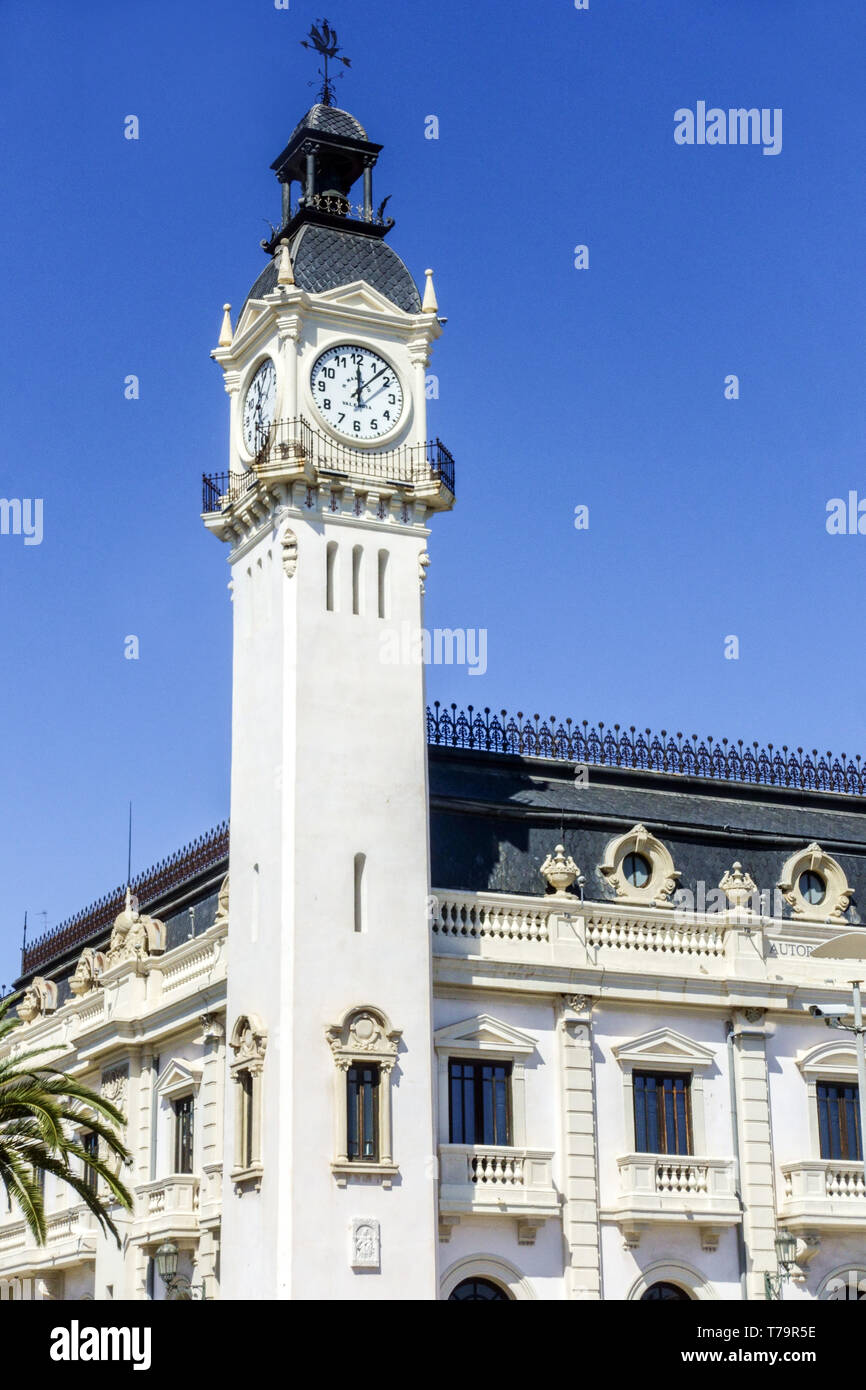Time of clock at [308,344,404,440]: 12:07
